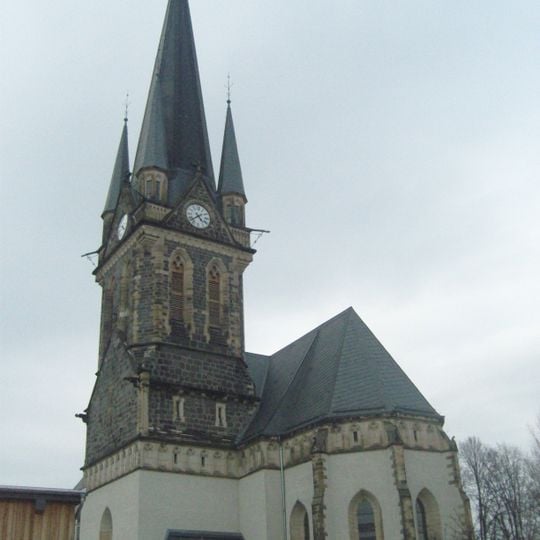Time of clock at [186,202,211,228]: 4:38
